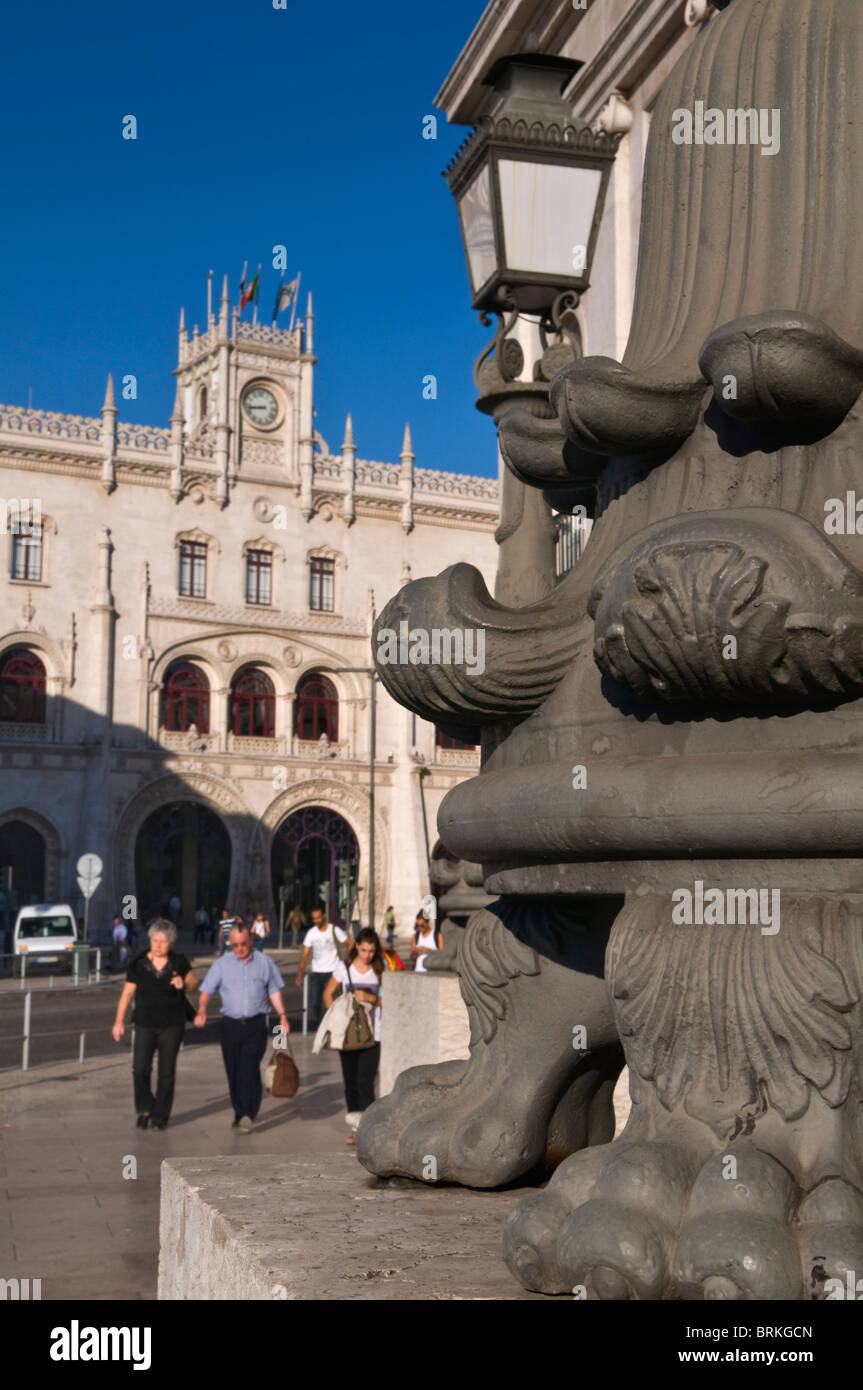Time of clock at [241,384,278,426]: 8:43
